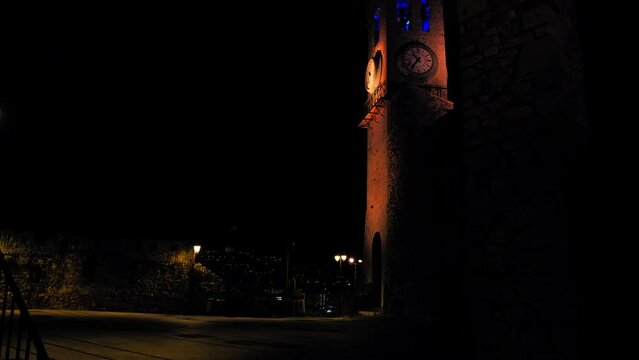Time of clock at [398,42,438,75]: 10:36
